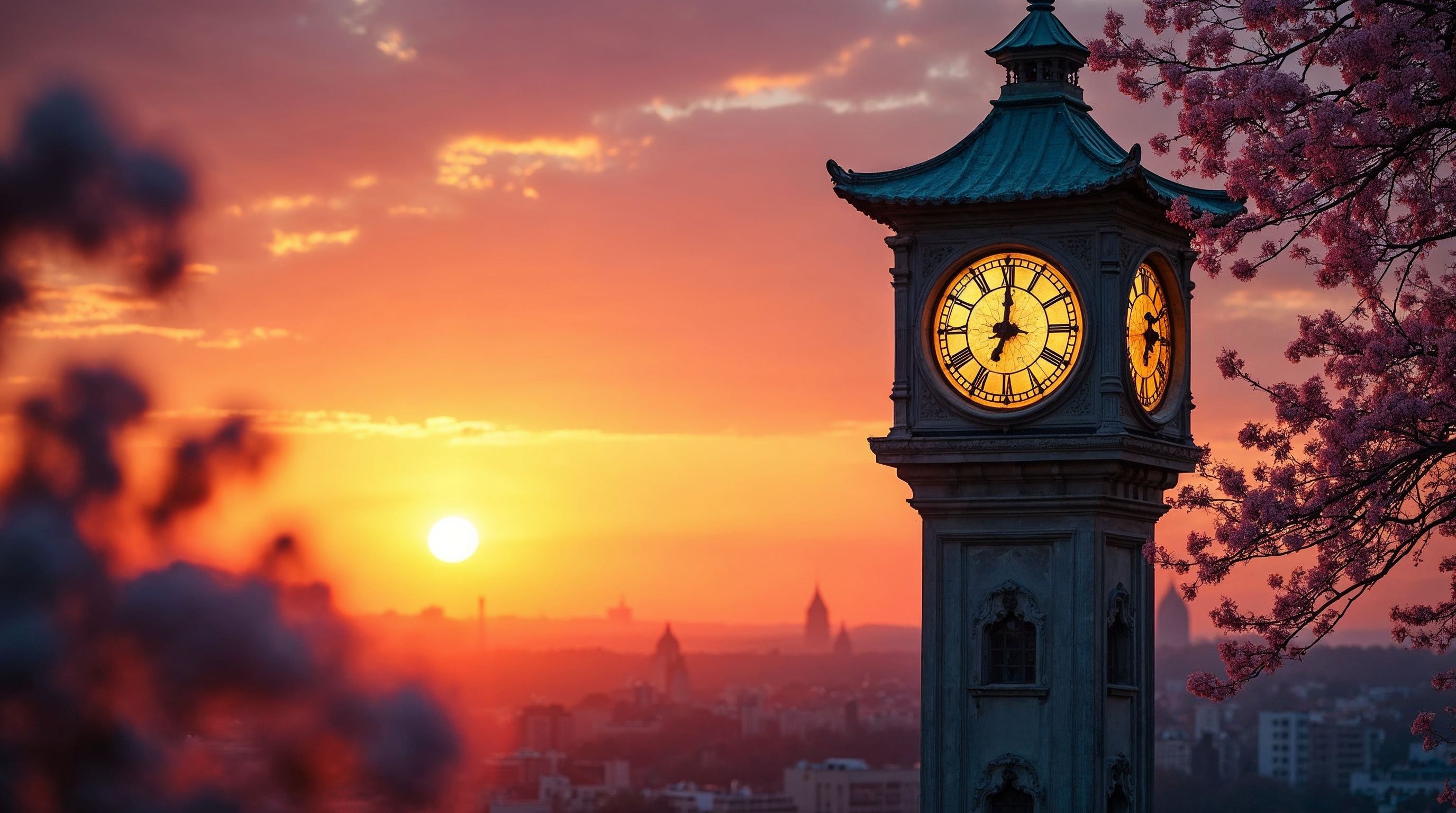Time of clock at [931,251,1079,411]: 7:00
